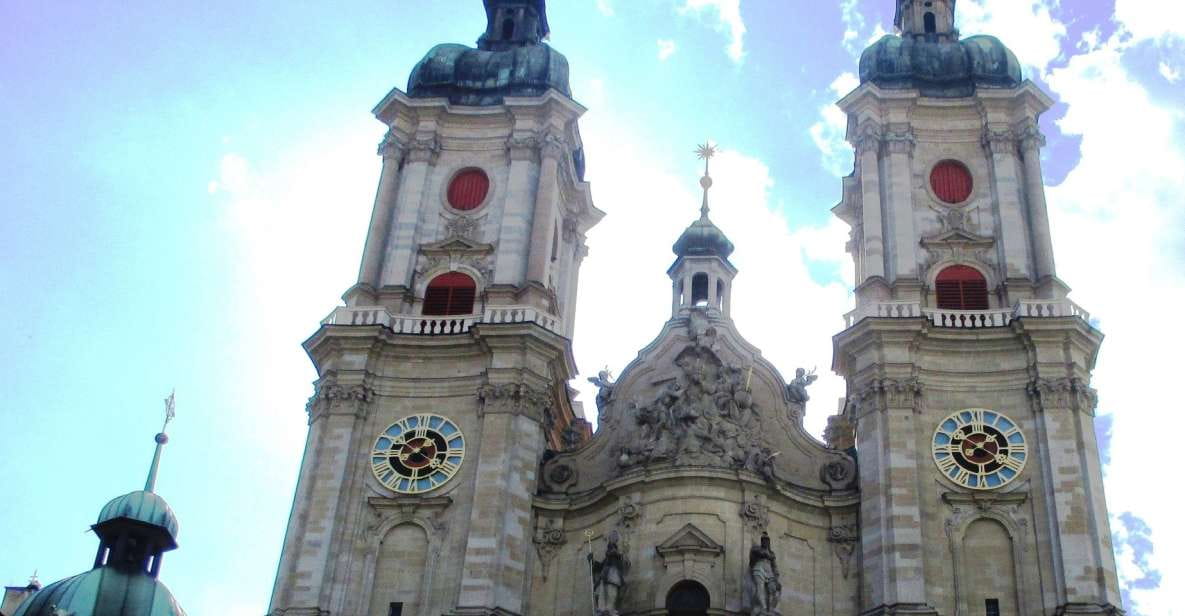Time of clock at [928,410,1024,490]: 1:50
